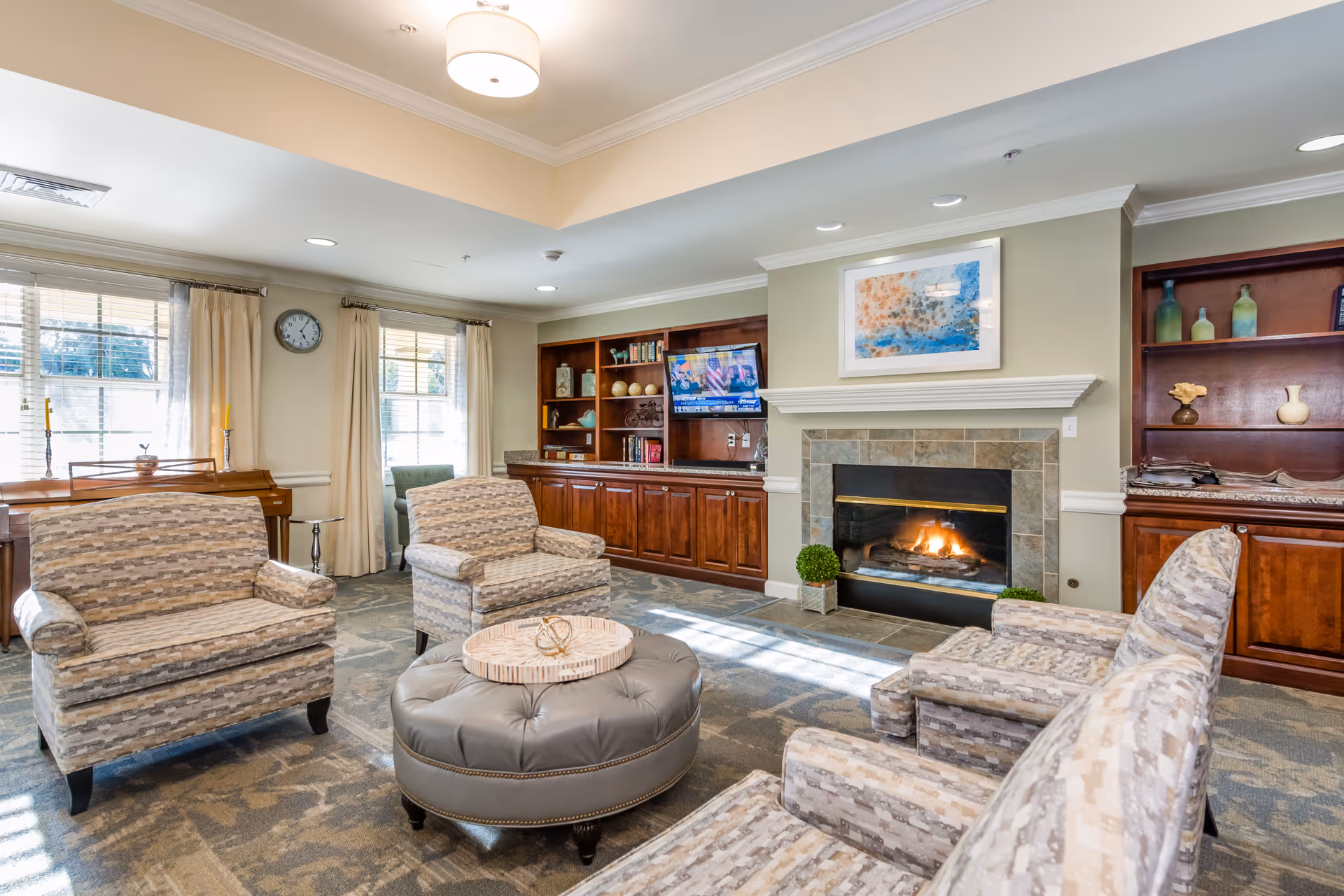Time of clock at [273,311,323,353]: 5:05
